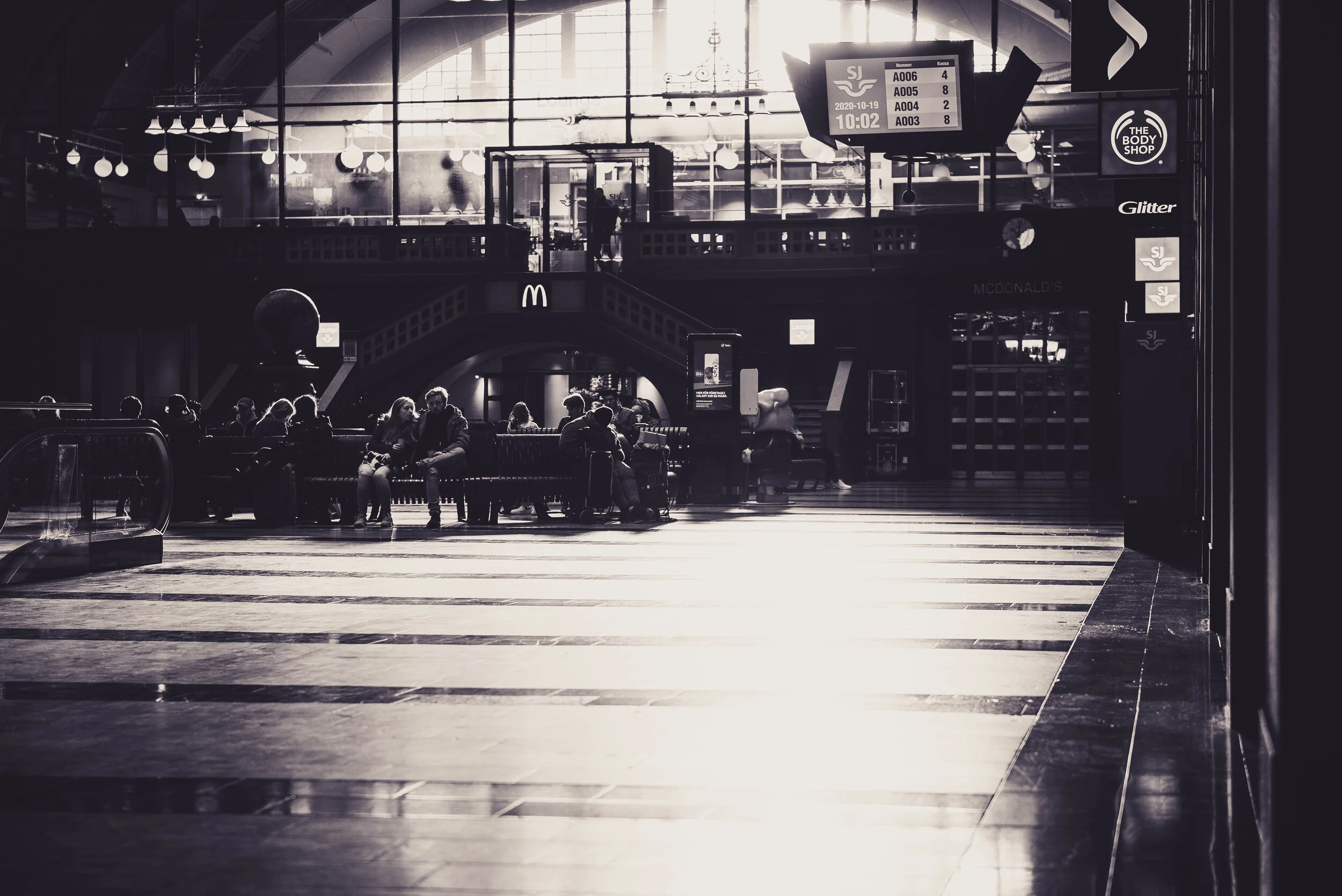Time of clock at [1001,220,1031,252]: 10:01
